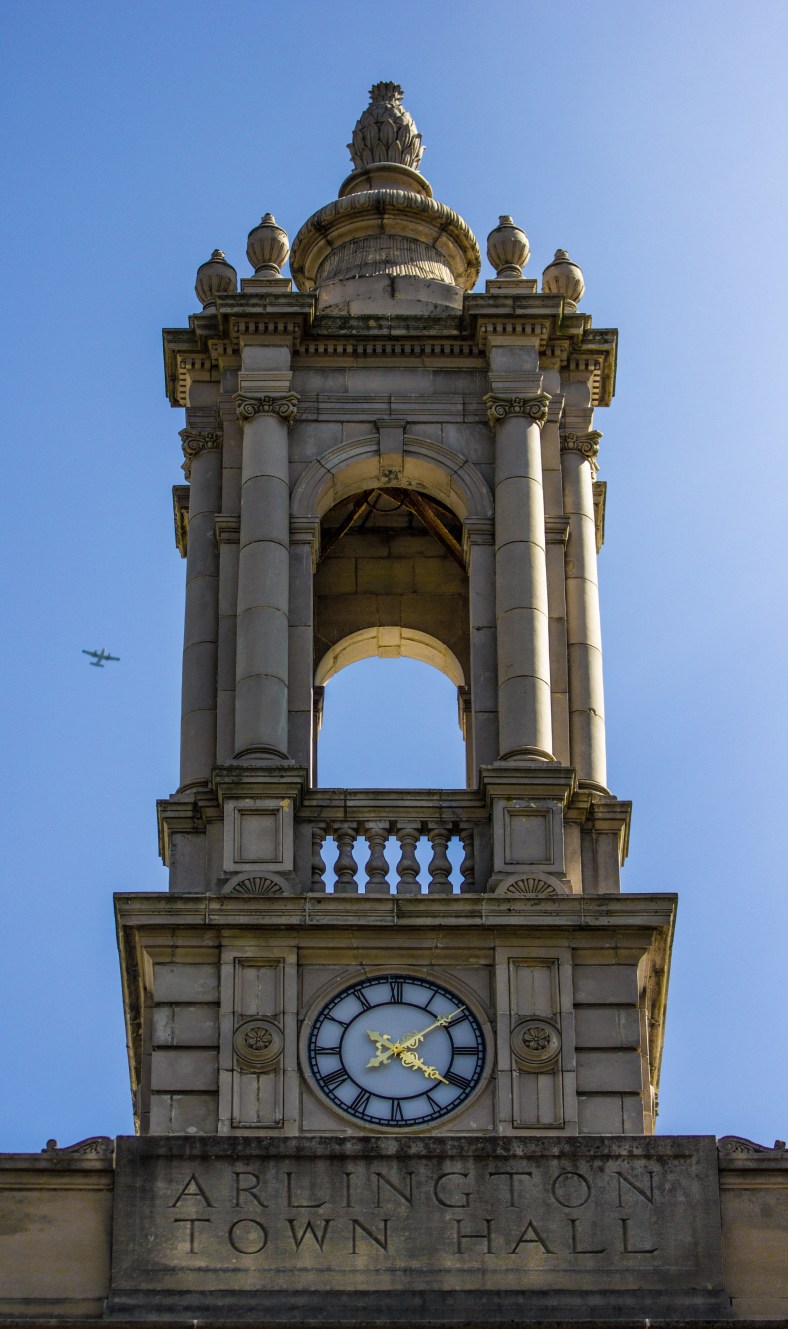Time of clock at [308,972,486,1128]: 4:09
